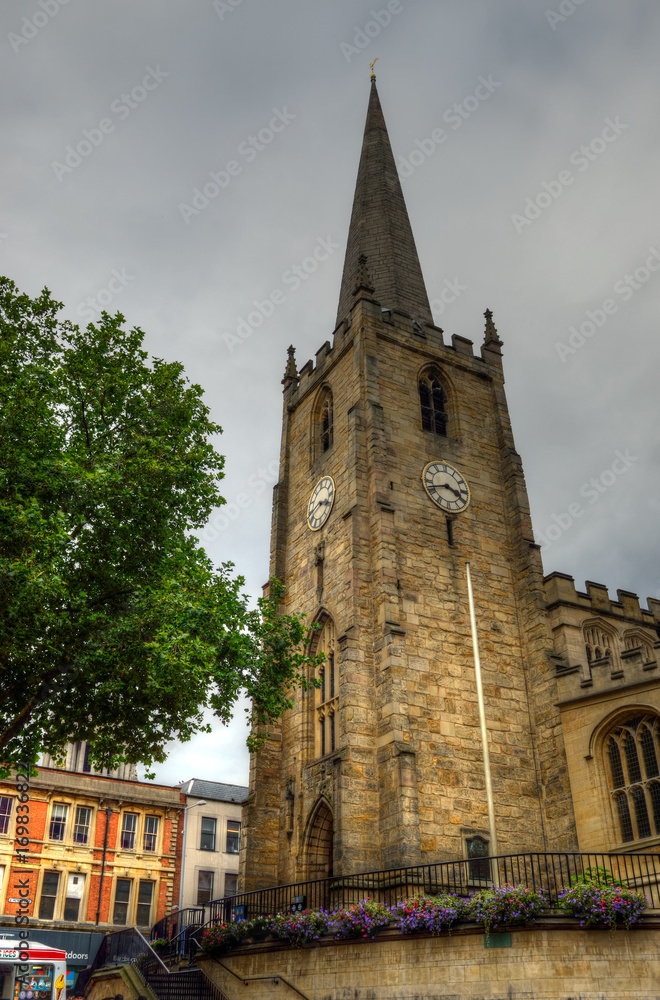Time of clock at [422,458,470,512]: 3:42
